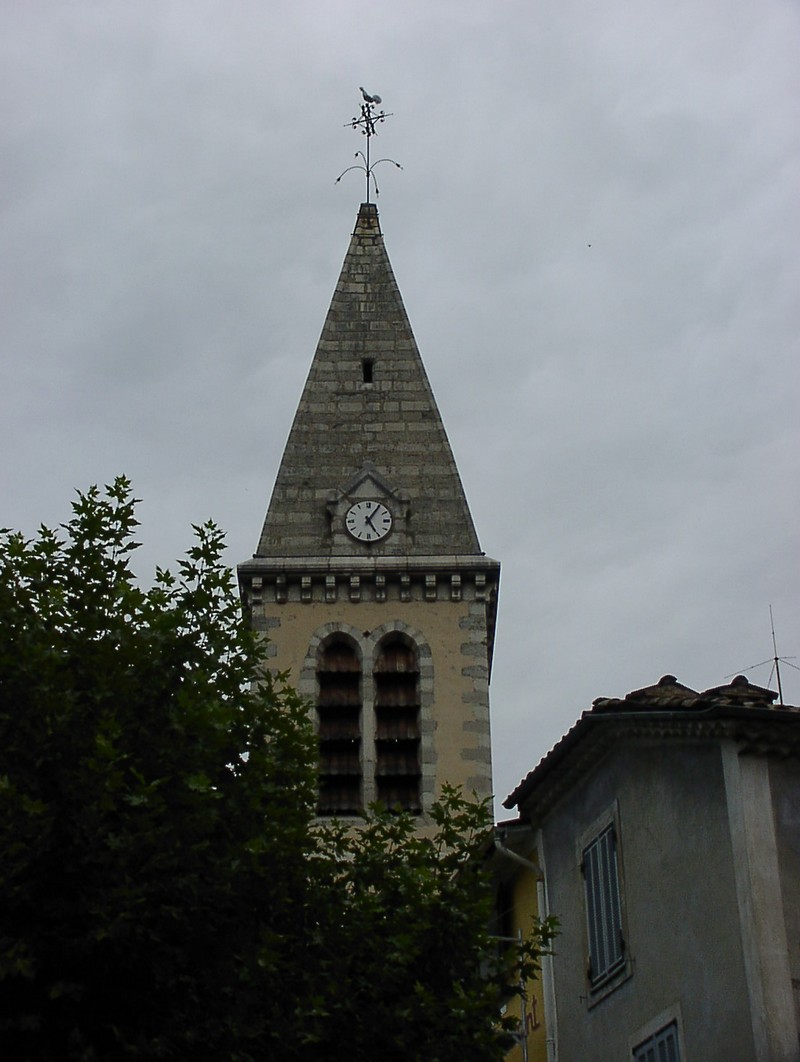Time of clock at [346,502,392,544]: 5:05
